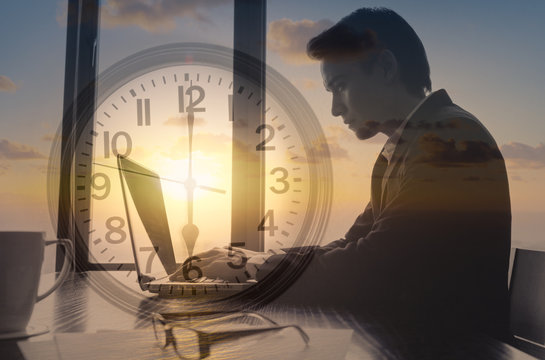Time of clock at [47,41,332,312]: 6:00
